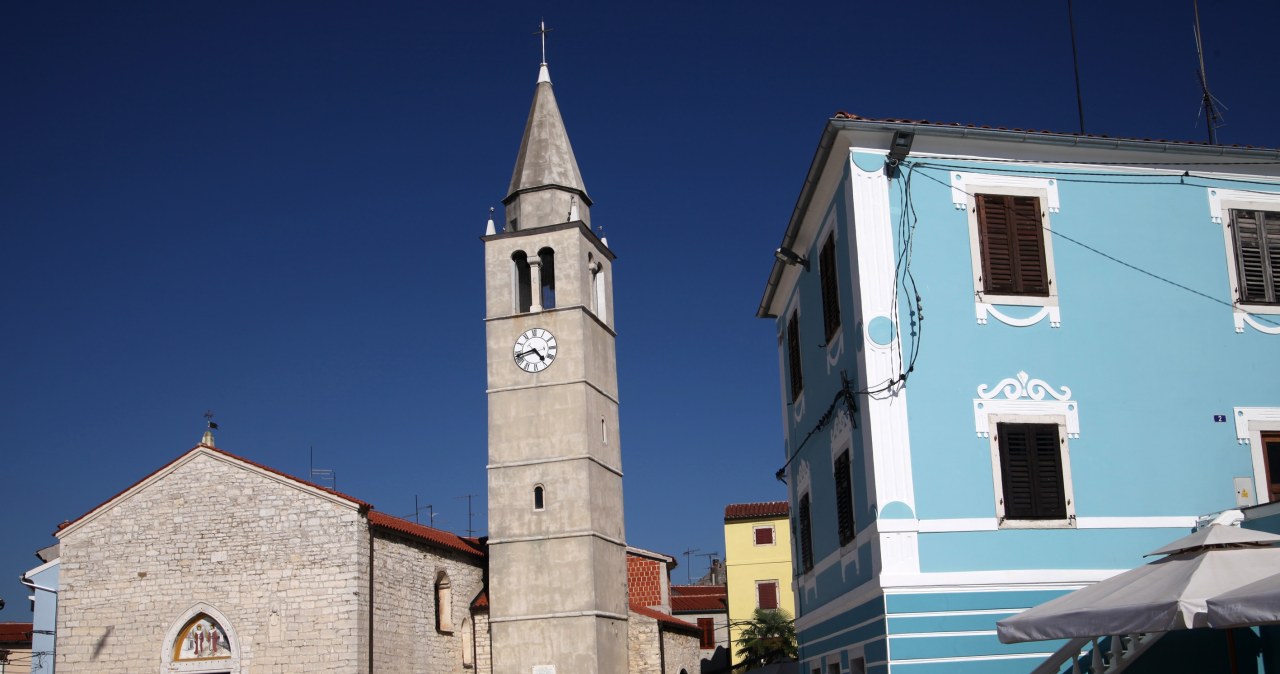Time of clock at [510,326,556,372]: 4:42
